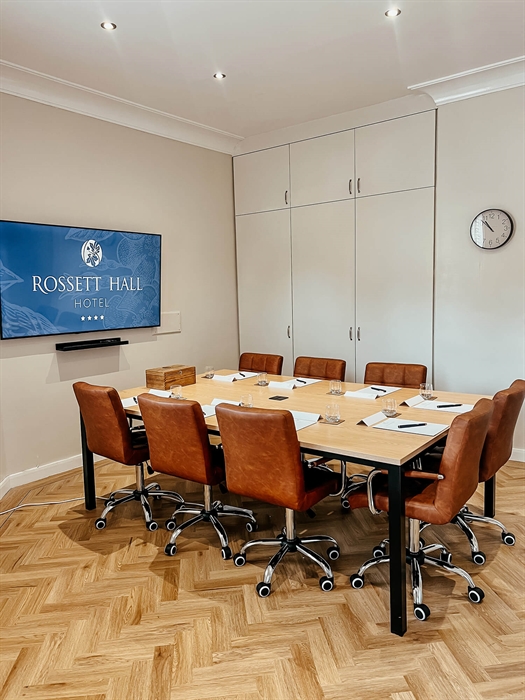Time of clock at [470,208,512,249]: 10:52
